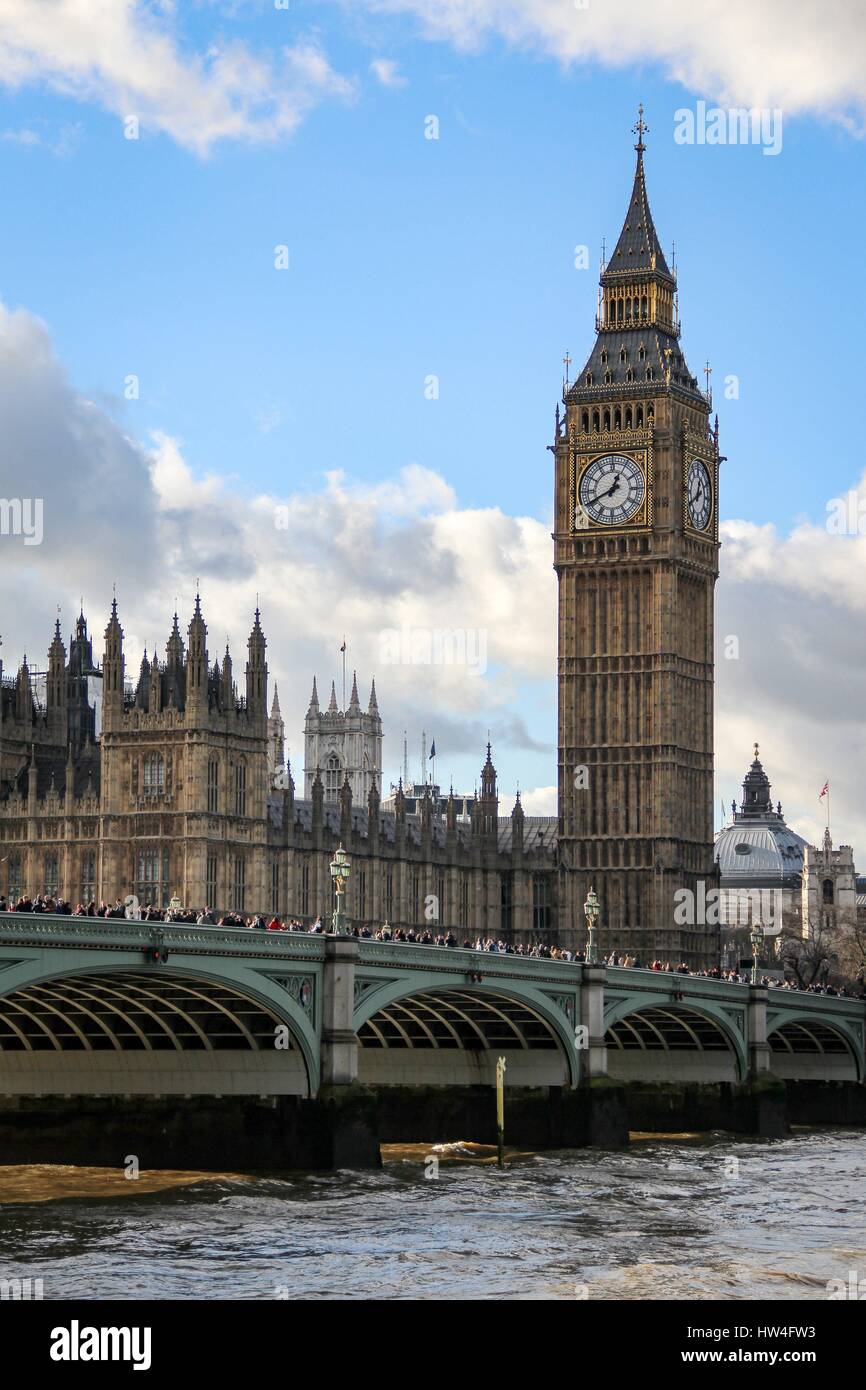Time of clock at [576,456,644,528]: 12:40
